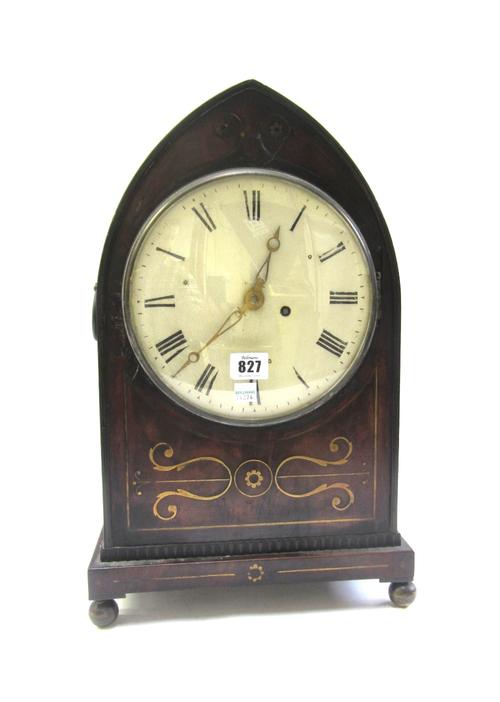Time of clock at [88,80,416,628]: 12:37
